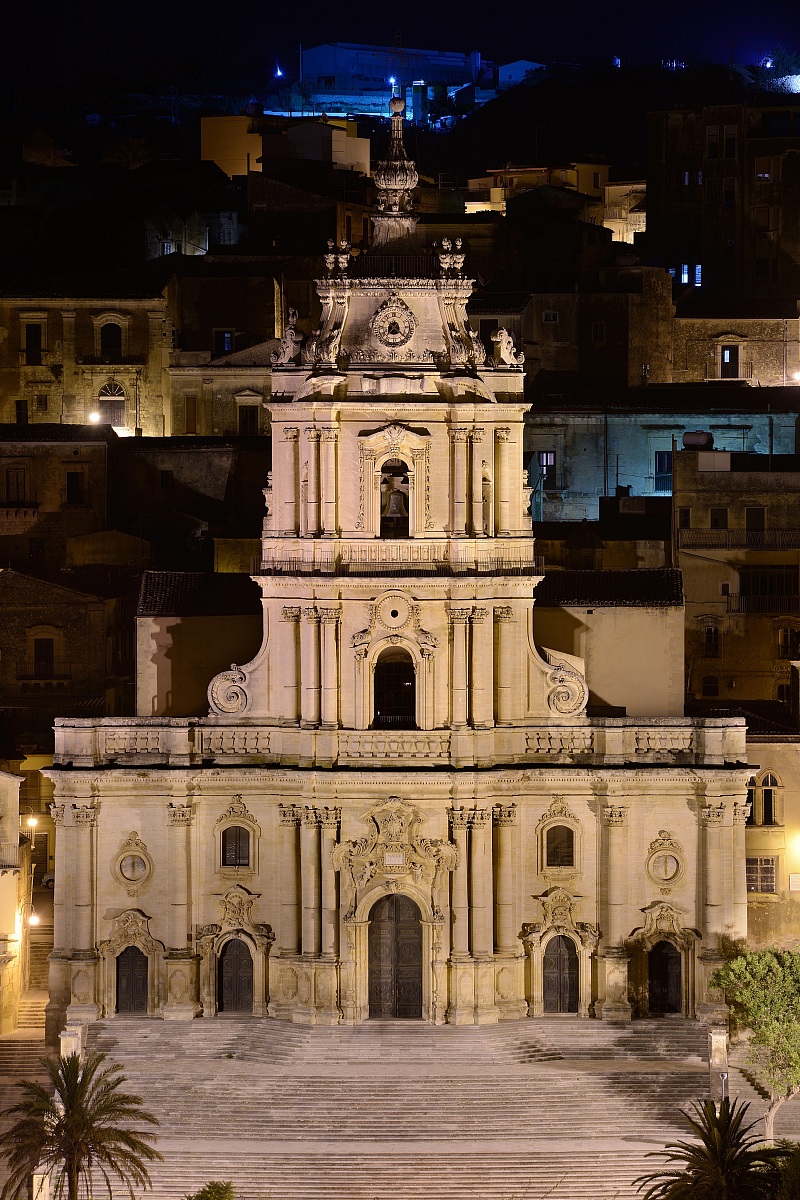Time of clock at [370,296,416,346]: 7:22
